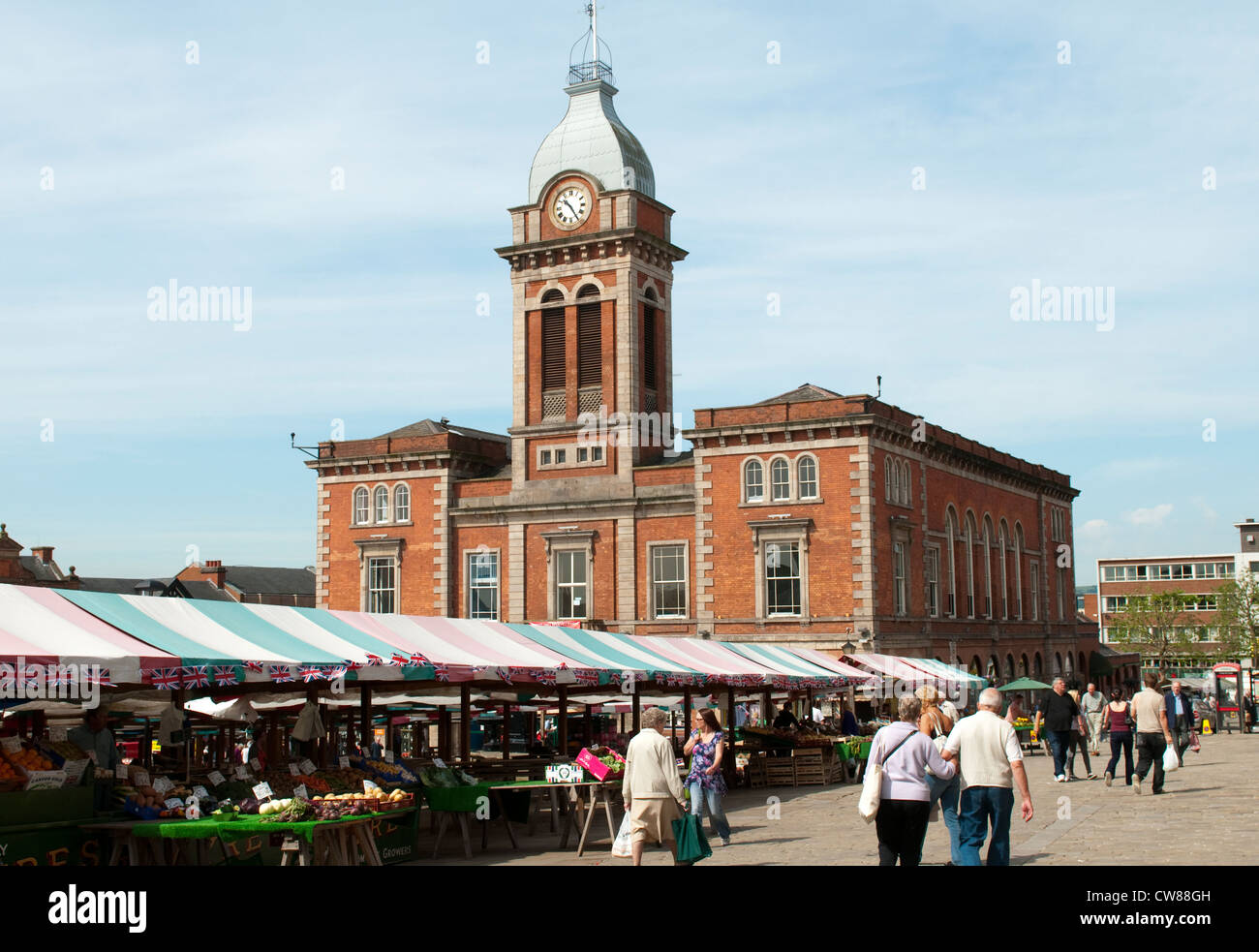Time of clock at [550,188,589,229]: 10:24
